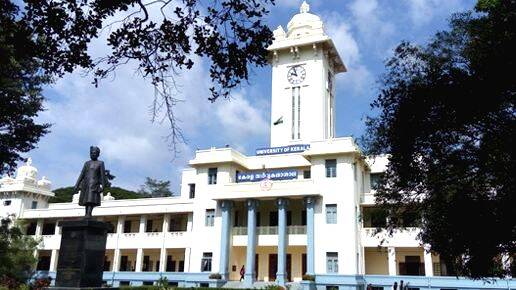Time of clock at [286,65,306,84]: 9:57
